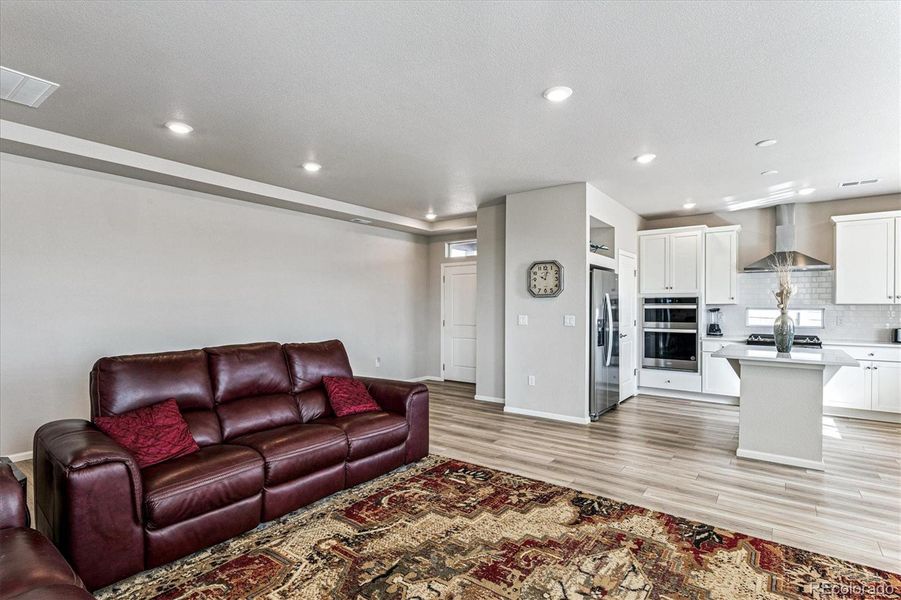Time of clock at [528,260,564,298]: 10:02
